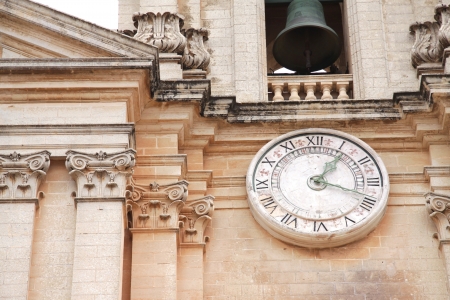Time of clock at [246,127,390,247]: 1:18
